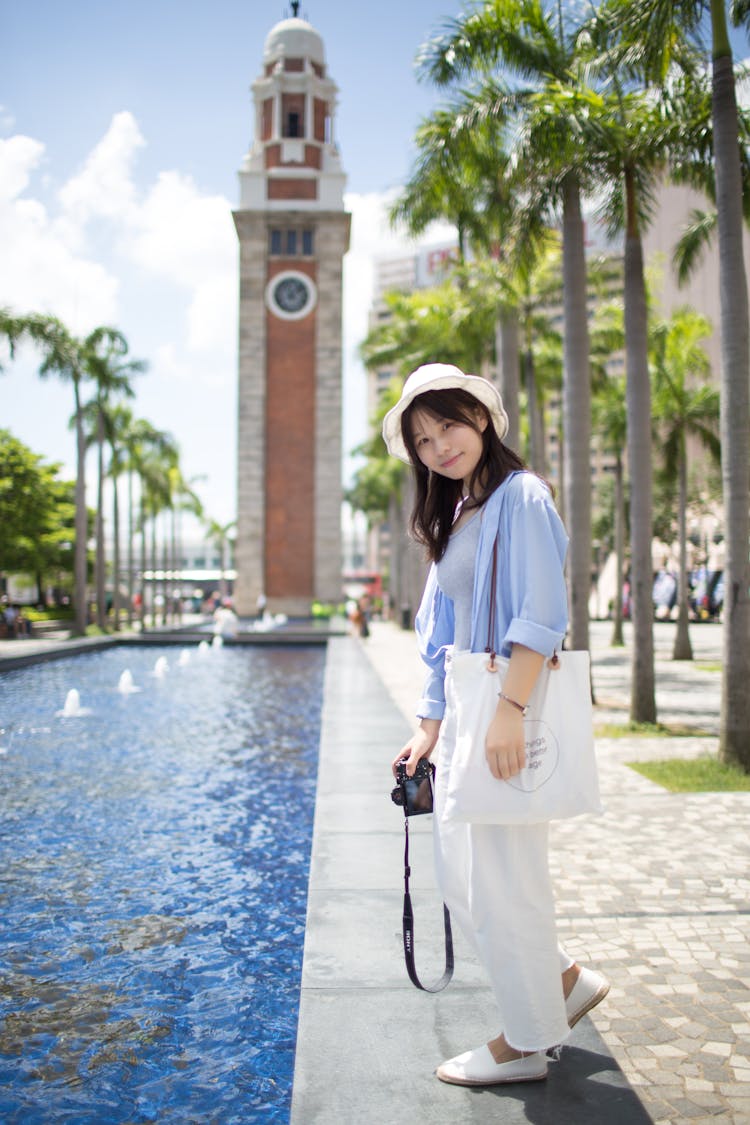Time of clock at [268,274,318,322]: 11:07
